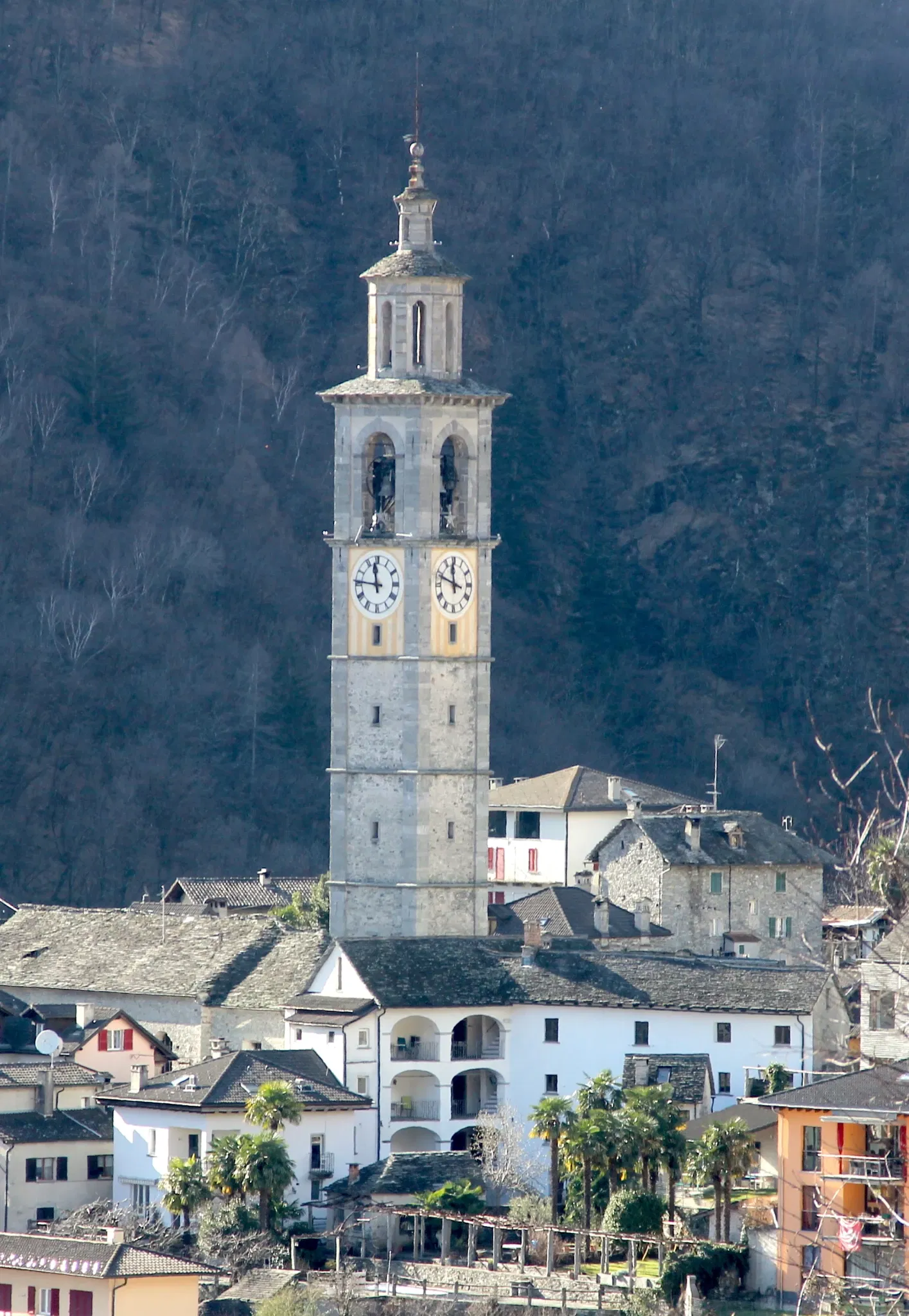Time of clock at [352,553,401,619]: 11:45
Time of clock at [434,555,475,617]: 11:48
